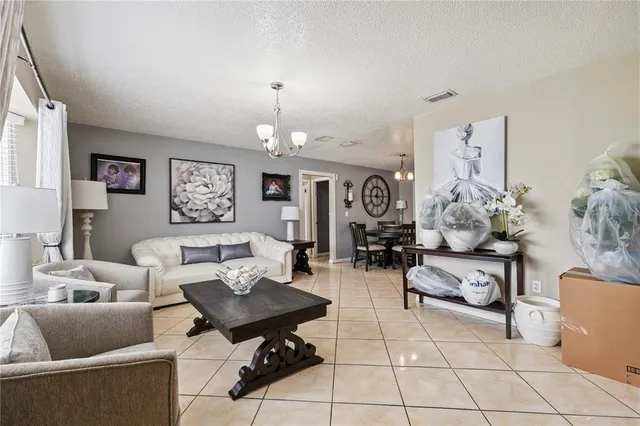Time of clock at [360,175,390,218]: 12:14
